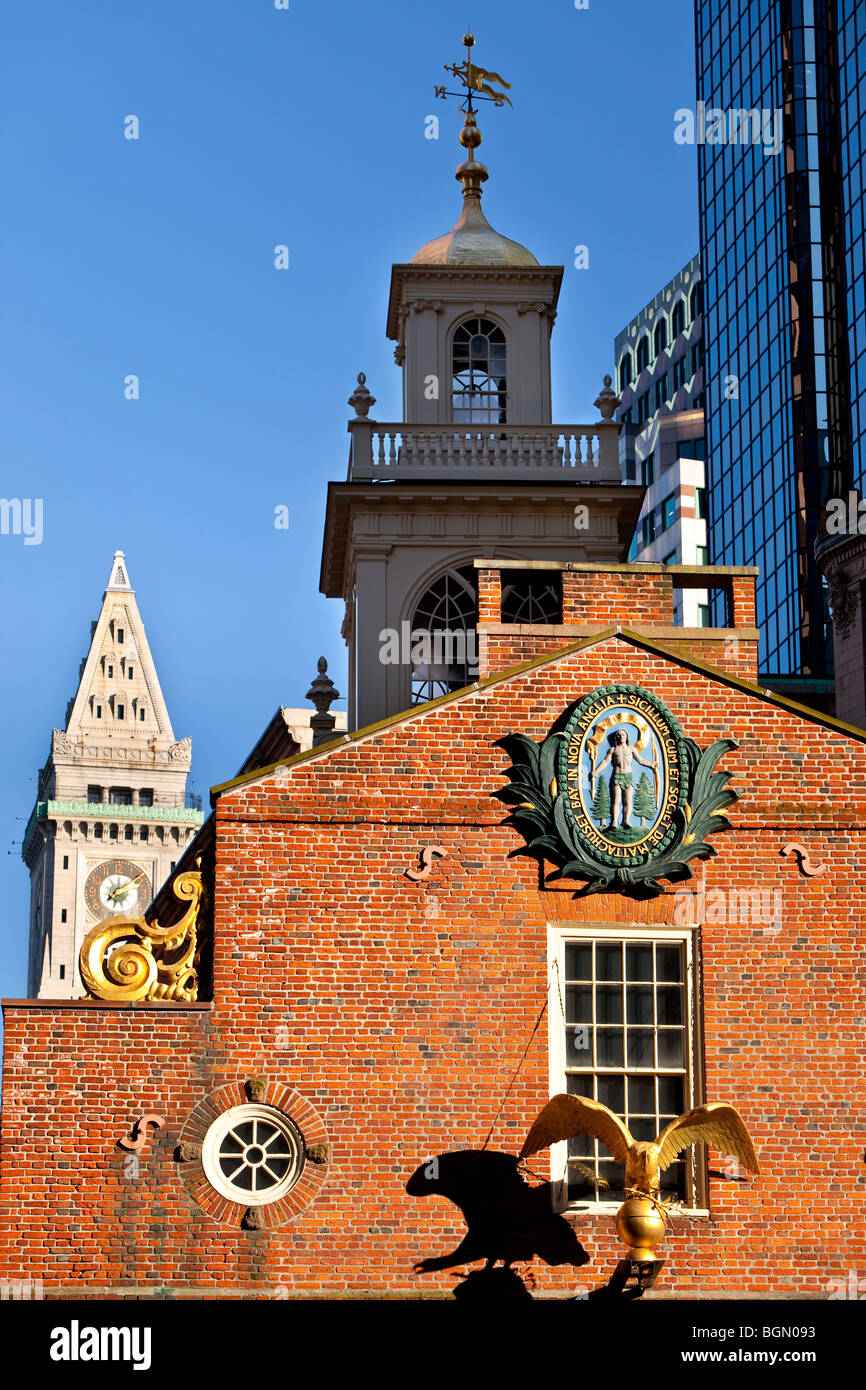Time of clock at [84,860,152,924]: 7:09
